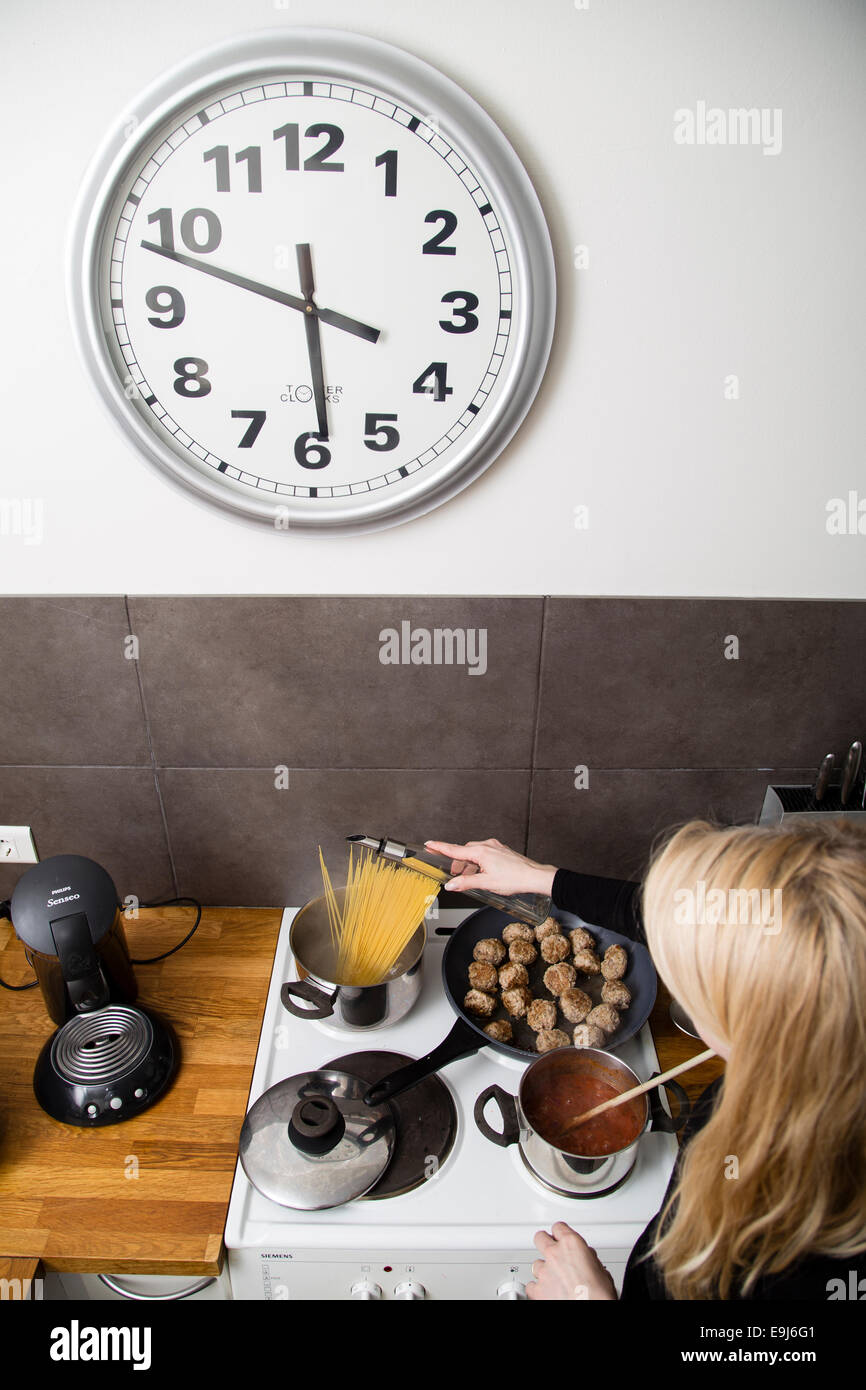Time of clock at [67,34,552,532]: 5:48
